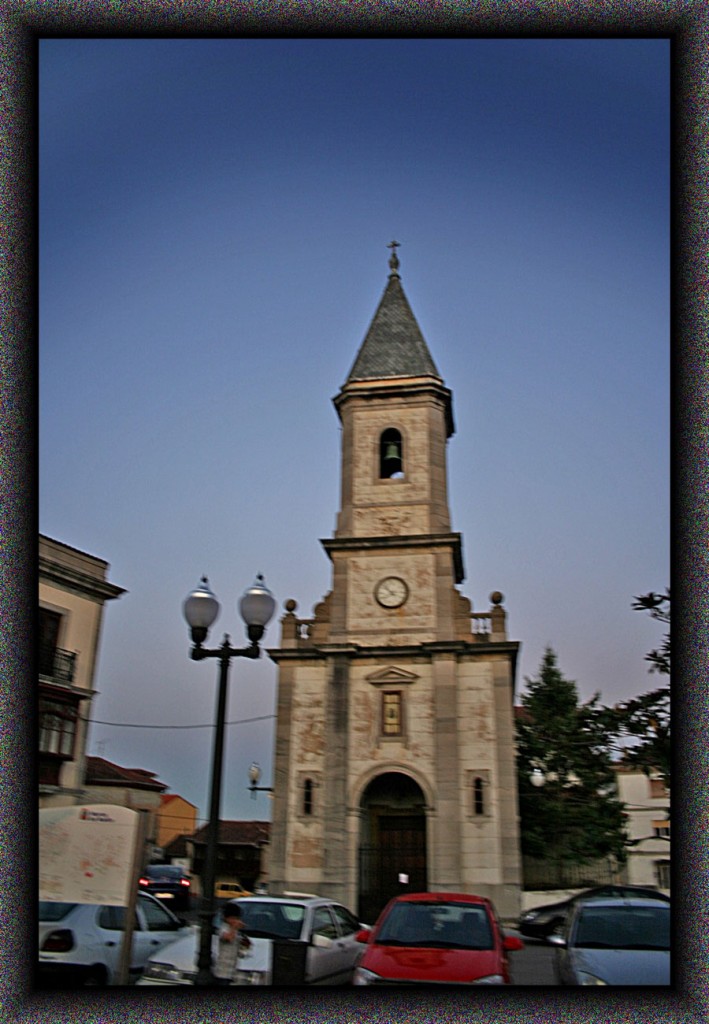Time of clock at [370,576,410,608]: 7:52
